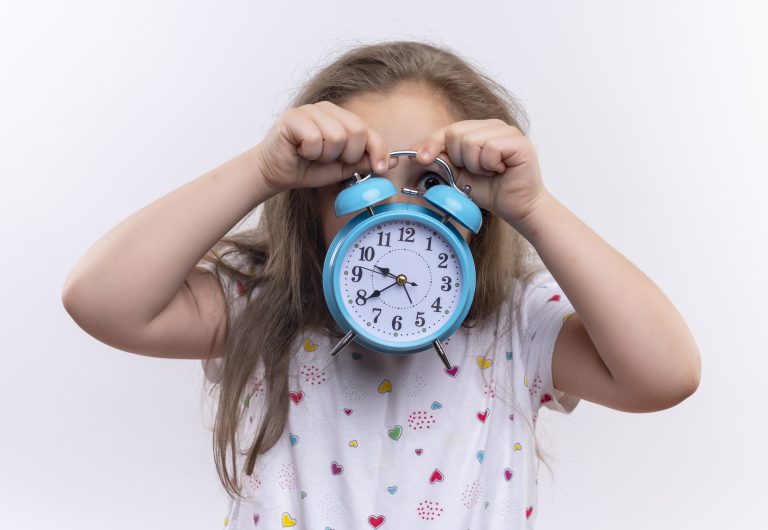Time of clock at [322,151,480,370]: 9:39
